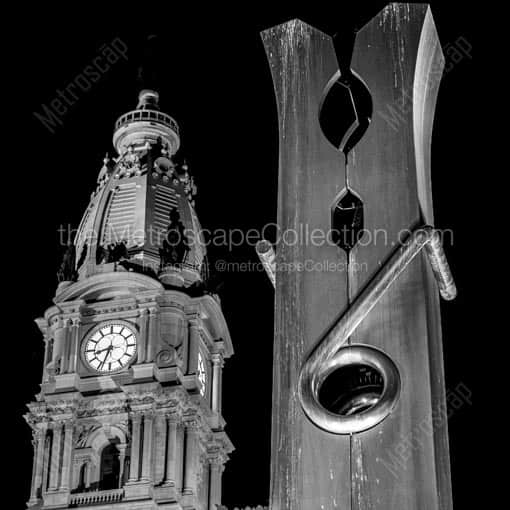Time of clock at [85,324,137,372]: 8:33
